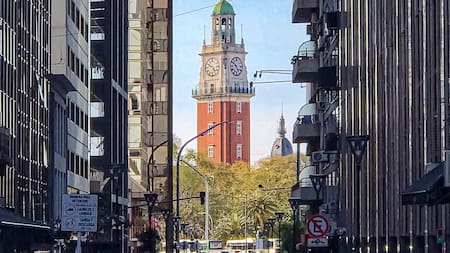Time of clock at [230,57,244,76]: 4:50
